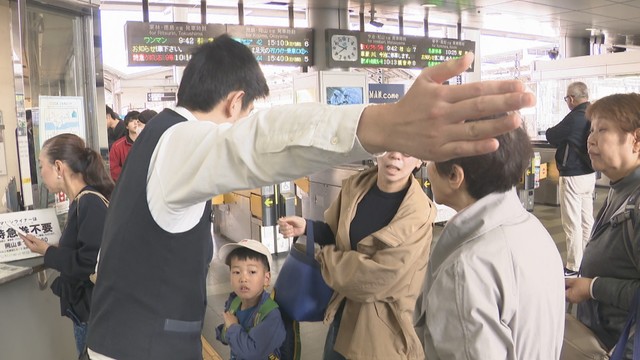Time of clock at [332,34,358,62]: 9:39
